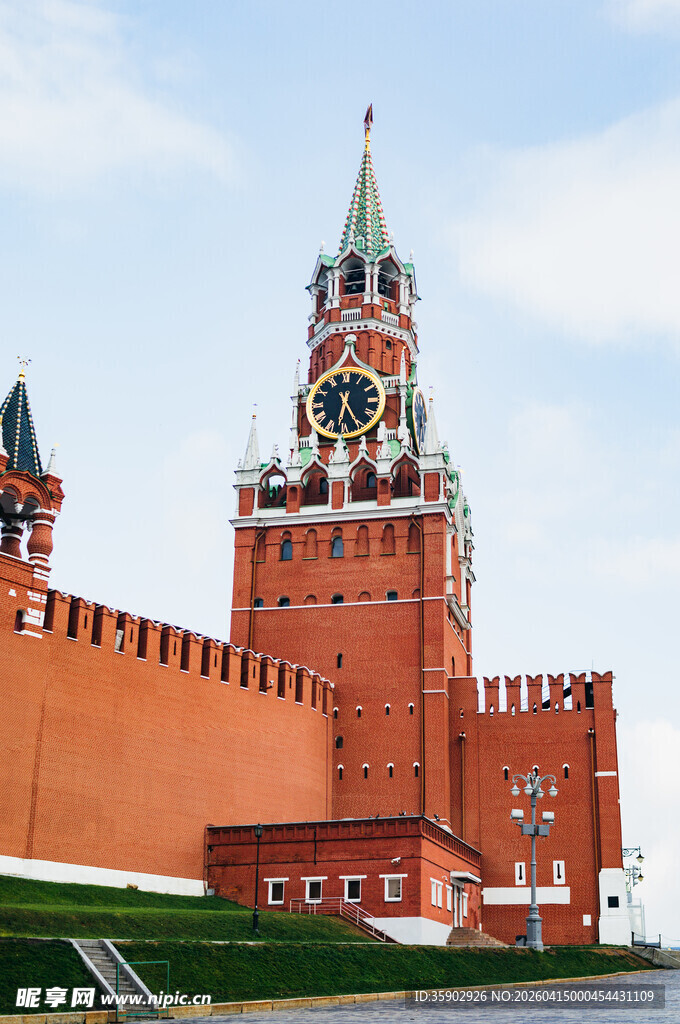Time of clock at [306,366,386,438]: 6:25
